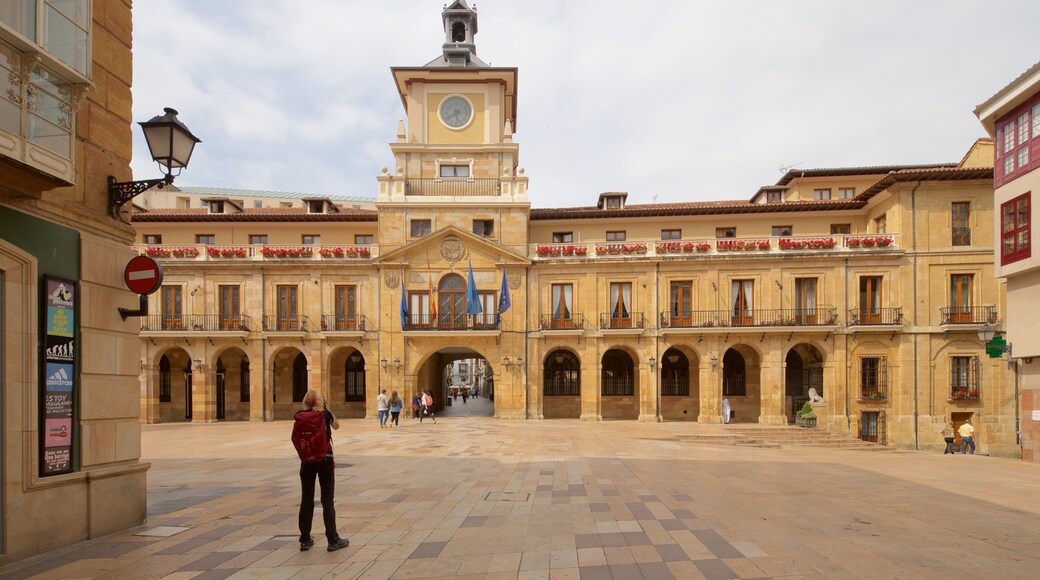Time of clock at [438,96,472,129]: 5:40
